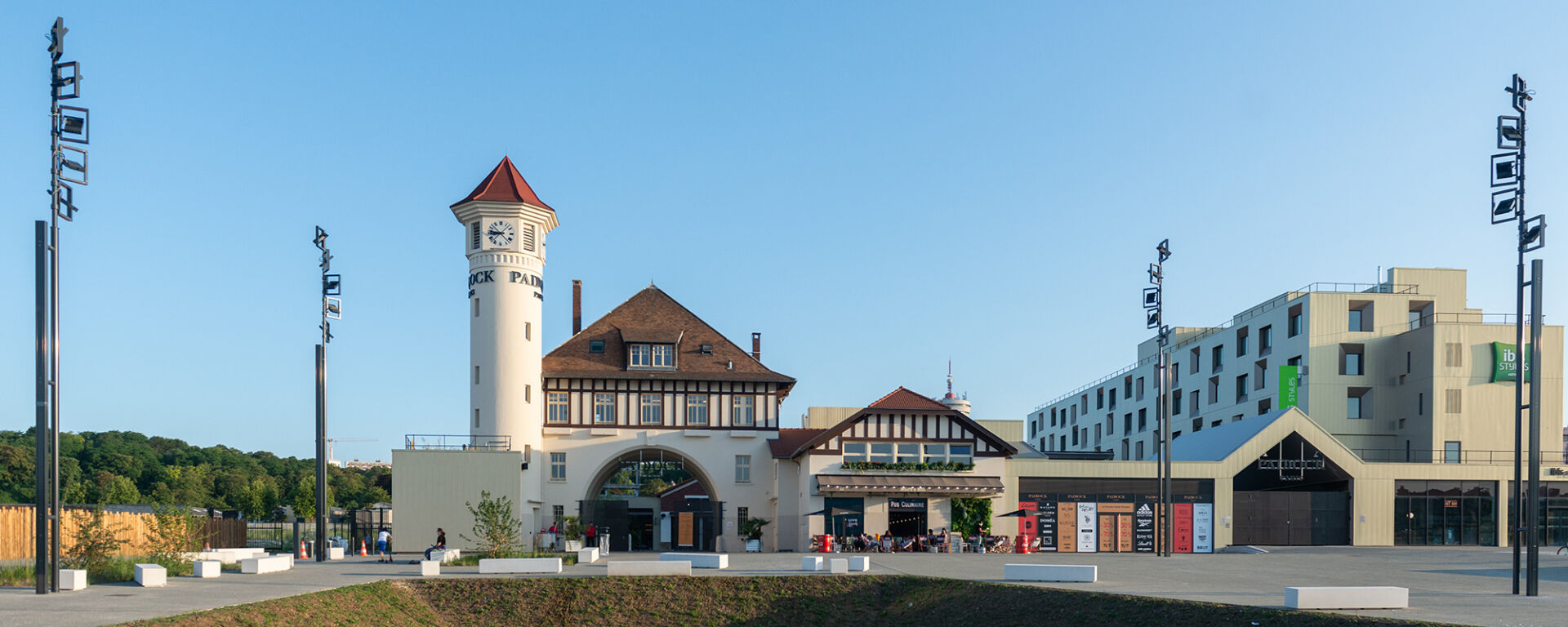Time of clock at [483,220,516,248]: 8:46
